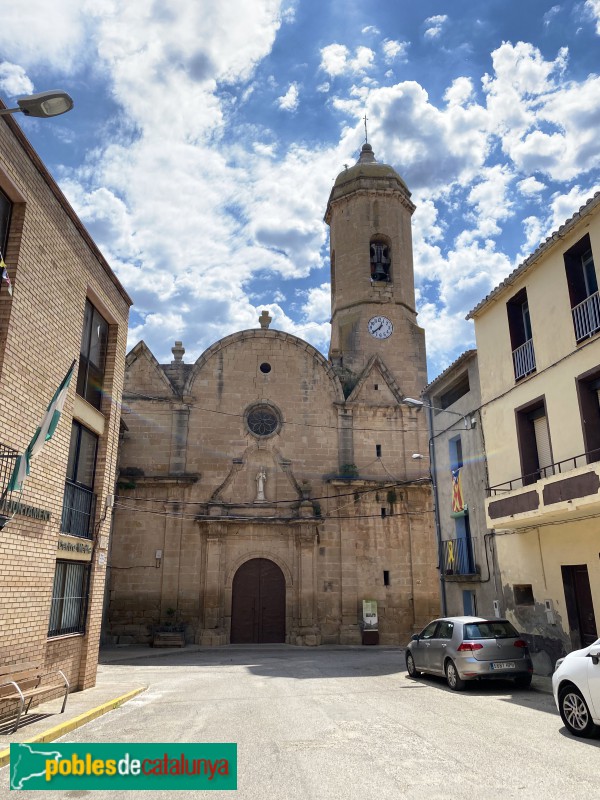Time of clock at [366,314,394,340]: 12:38
